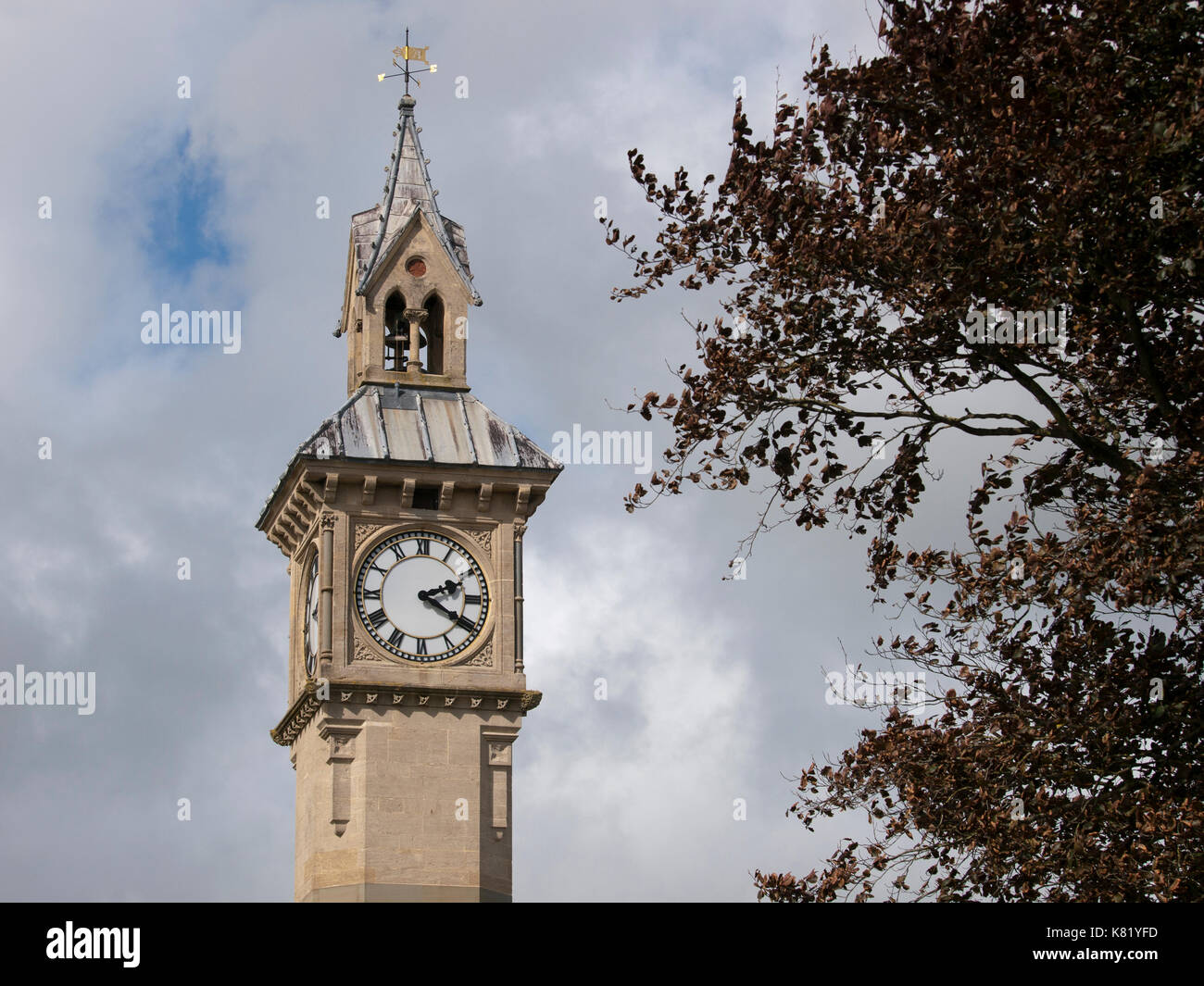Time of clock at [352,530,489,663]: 2:20
